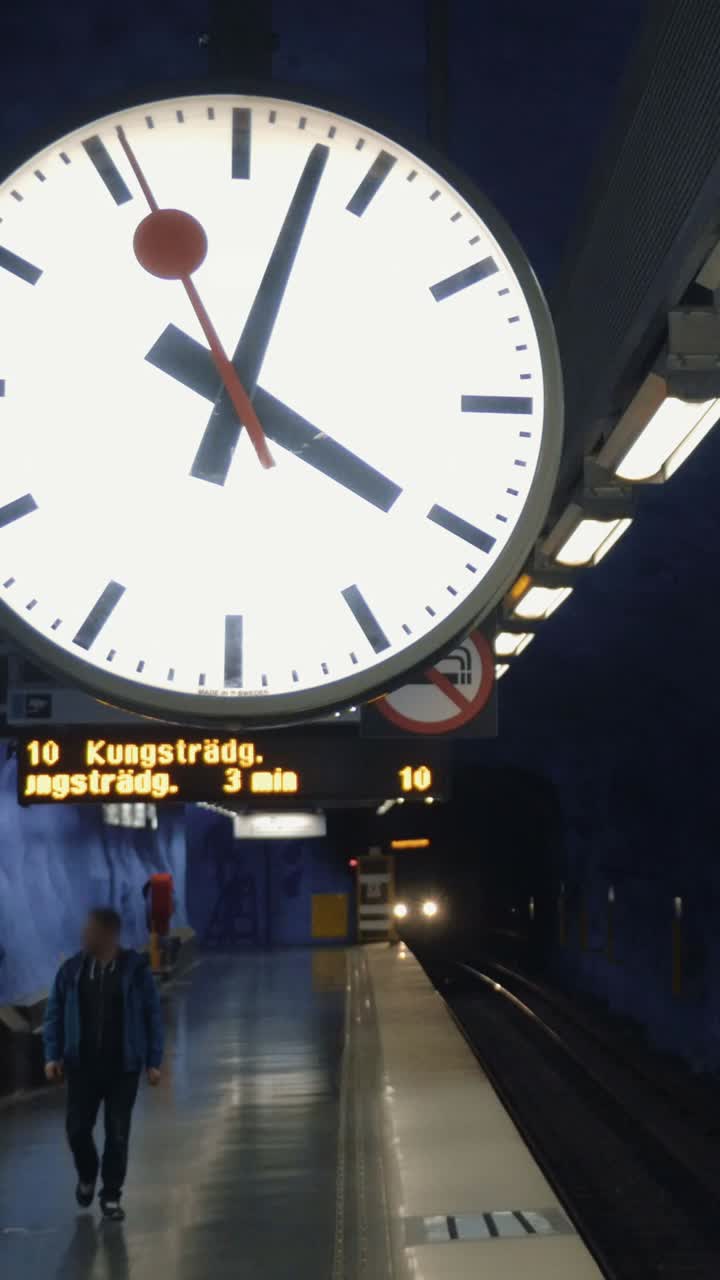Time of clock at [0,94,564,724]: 4:02
